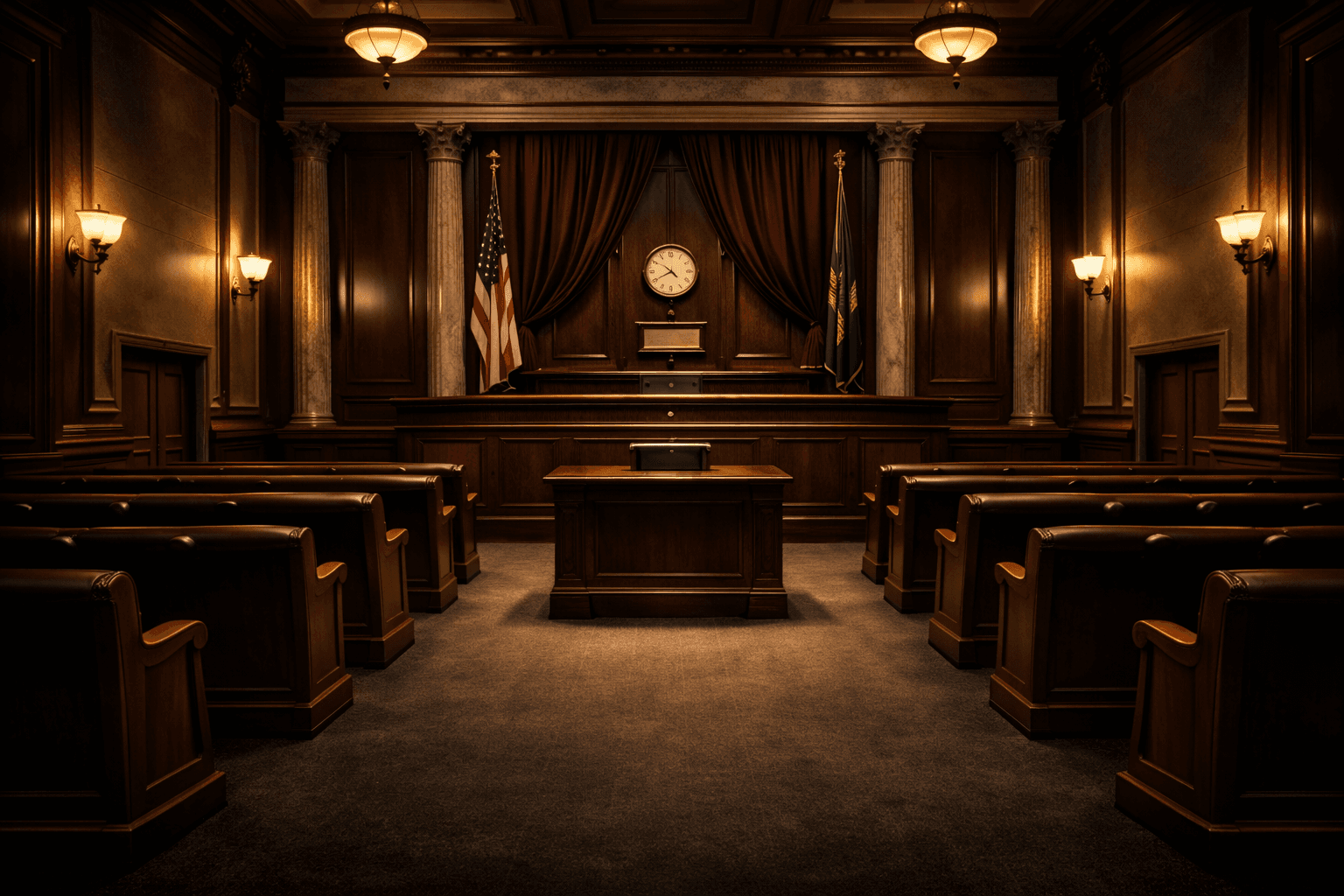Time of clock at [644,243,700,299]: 4:40
